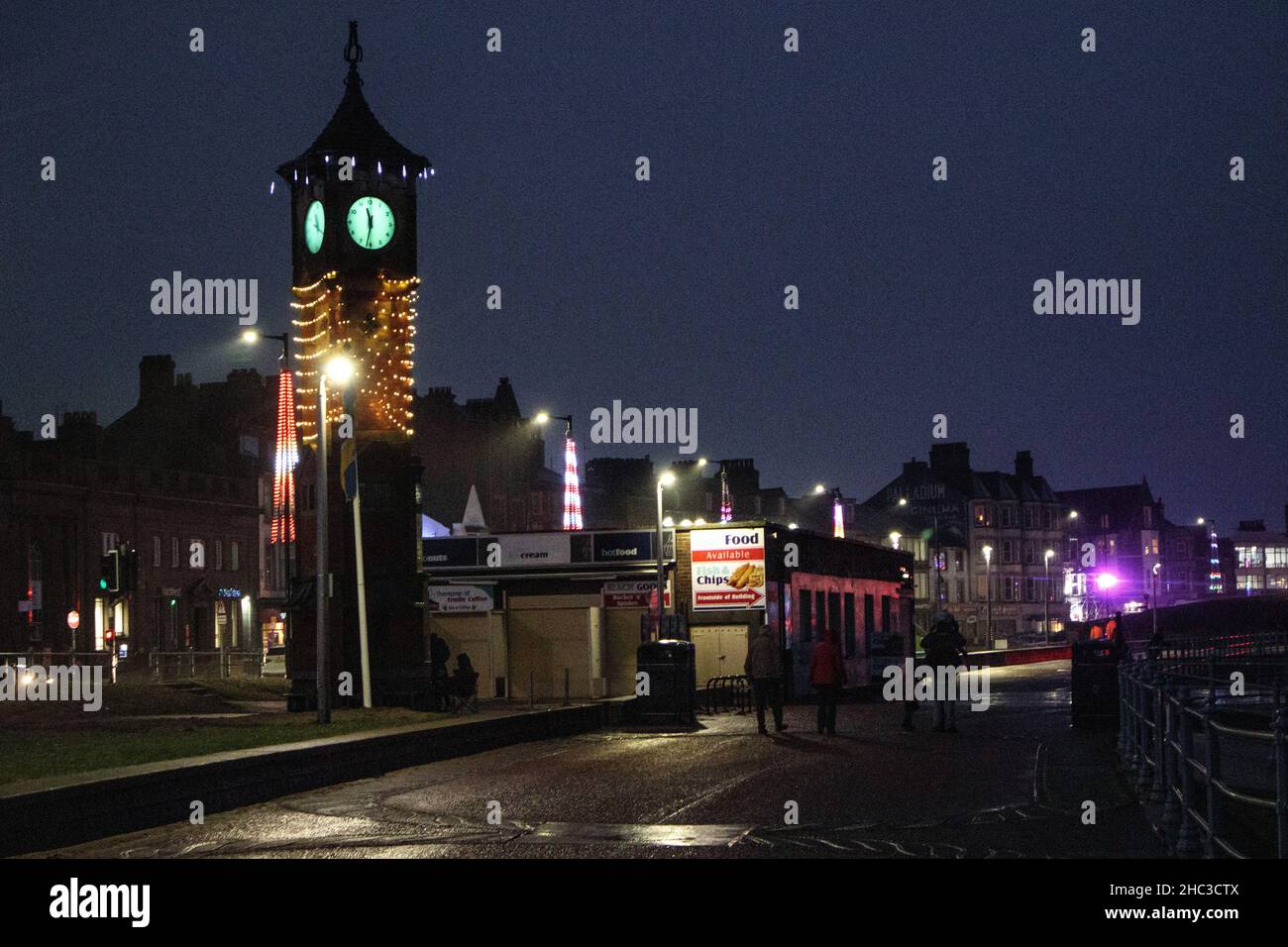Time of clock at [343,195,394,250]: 11:31
